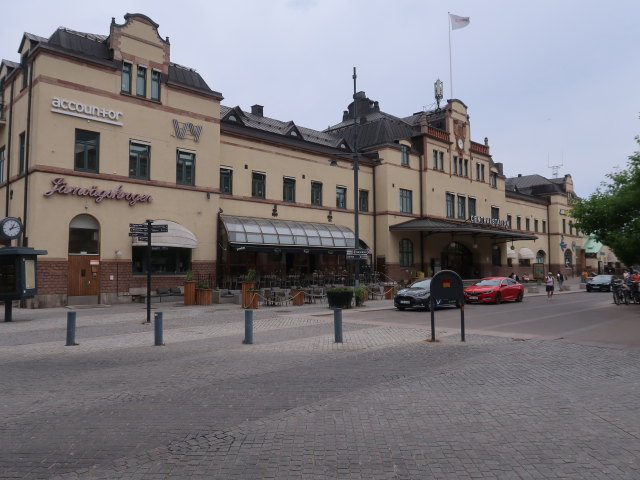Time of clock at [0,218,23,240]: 1:12
